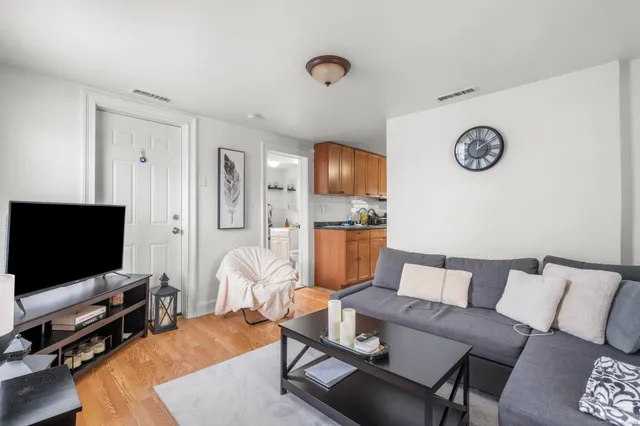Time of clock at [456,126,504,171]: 2:01
